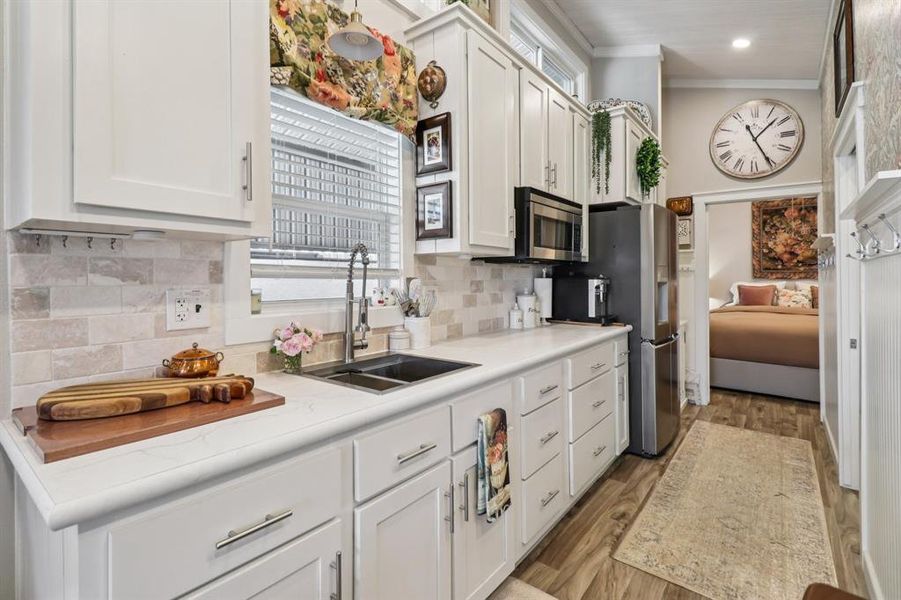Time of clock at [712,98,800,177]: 1:25
